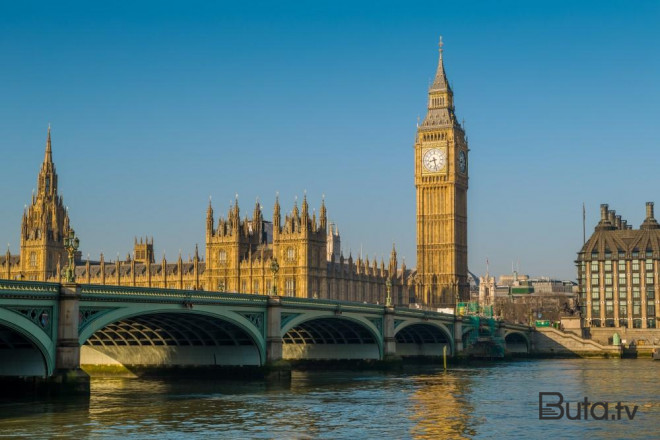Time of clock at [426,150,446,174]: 8:27
